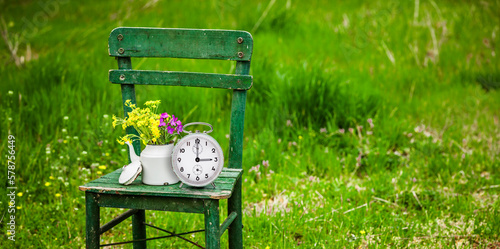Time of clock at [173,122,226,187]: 3:00
